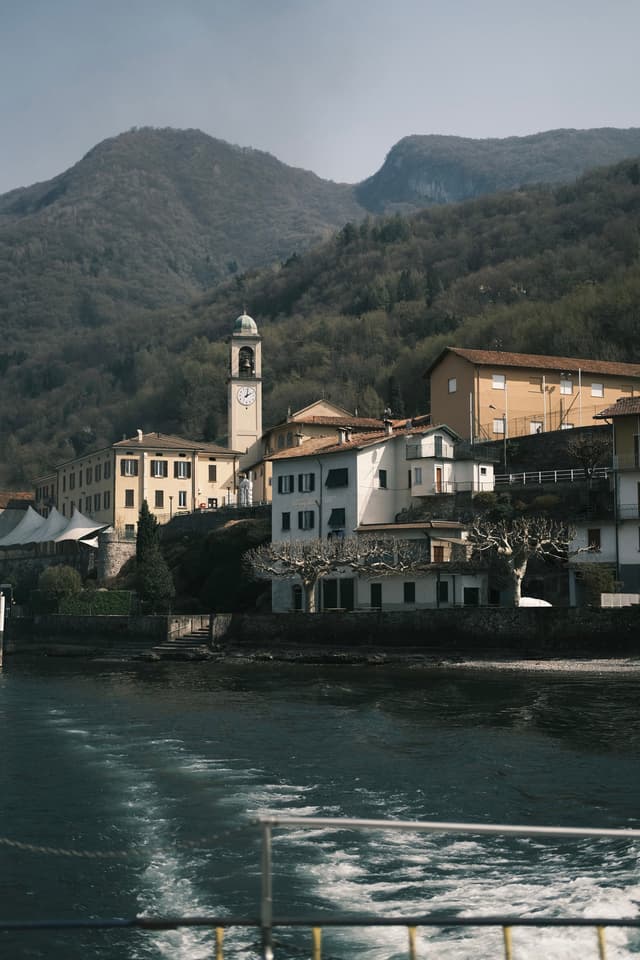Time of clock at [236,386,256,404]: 2:01
